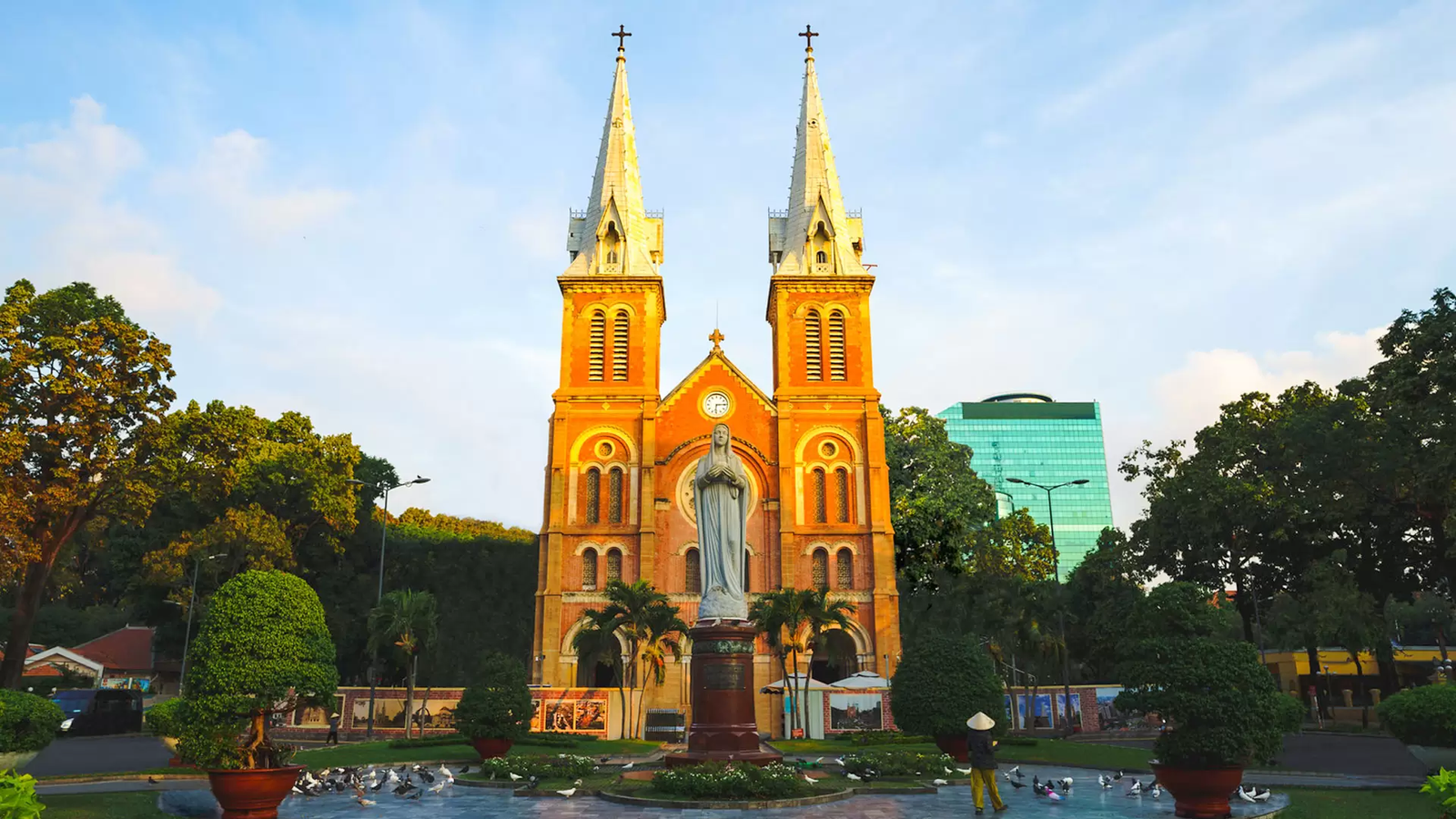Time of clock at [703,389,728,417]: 6:14
